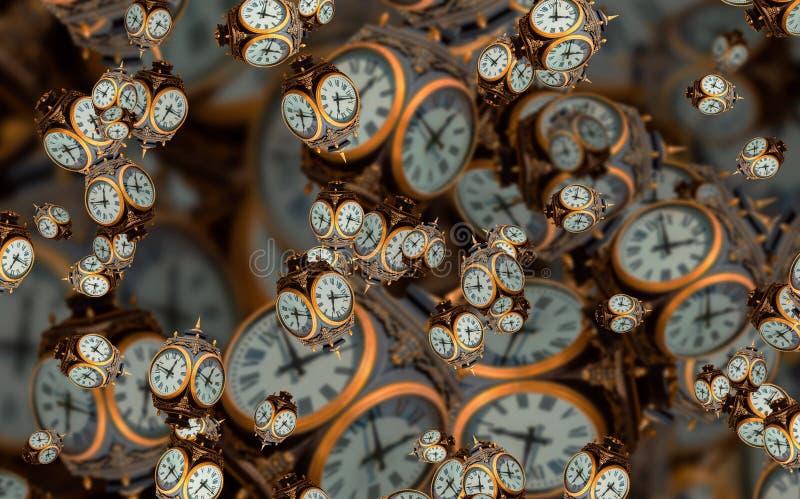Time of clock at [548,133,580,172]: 11:42
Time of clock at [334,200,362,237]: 3:33
